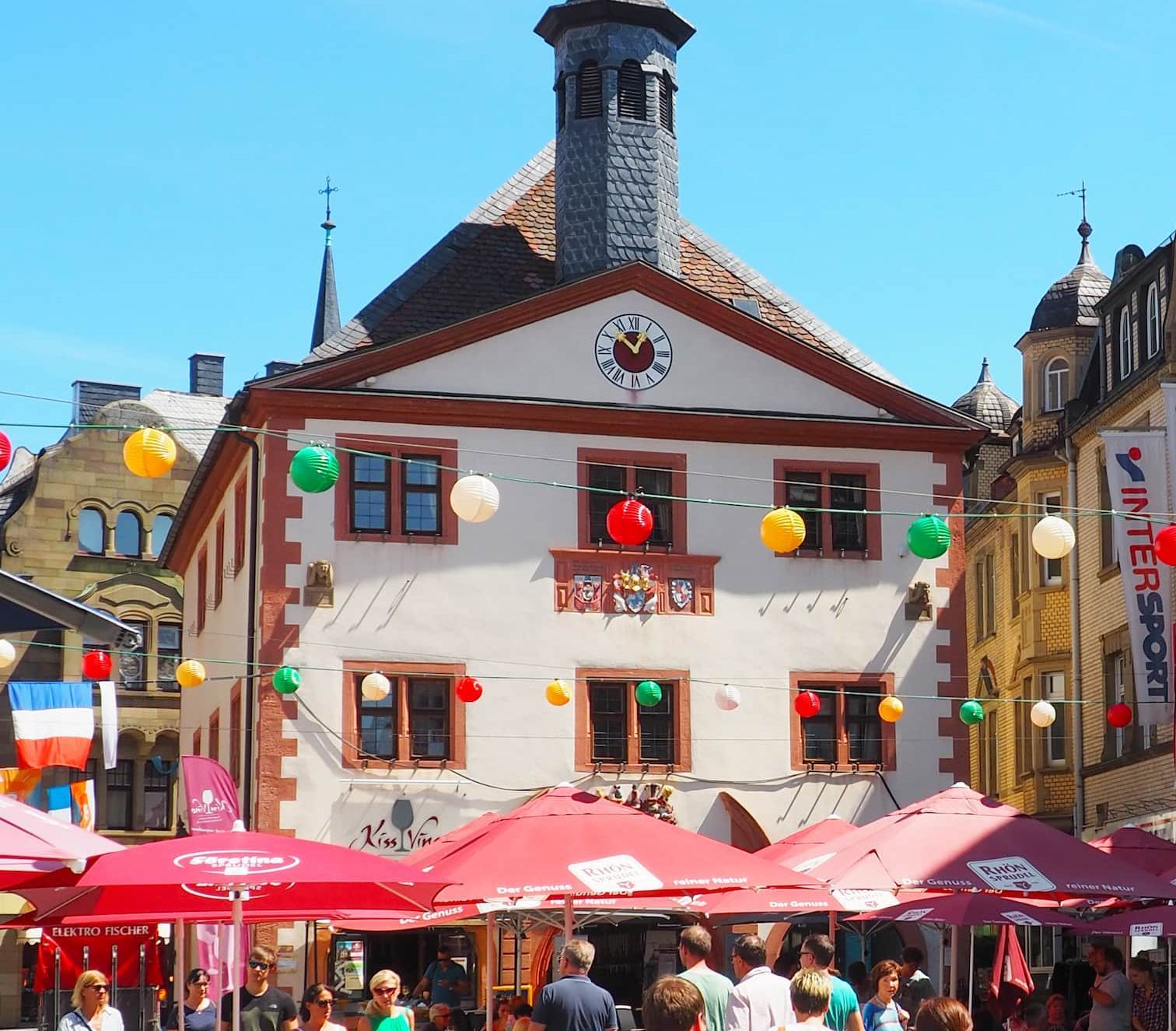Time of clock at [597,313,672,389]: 12:52
